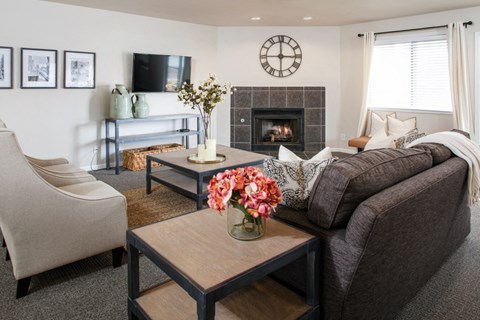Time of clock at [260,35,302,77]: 2:59
